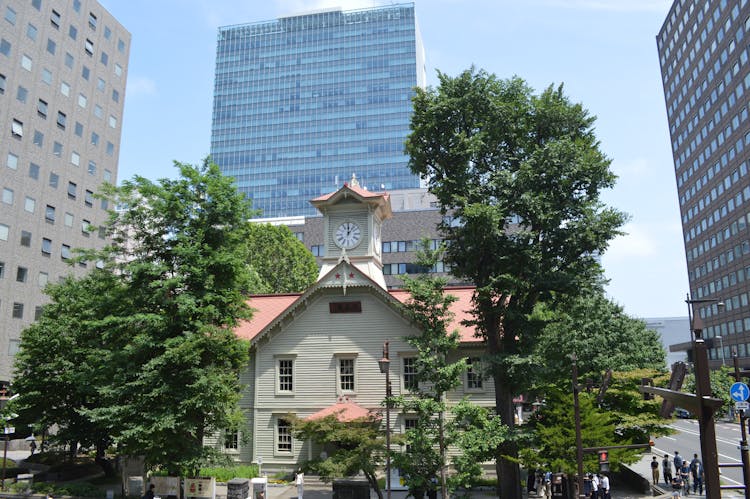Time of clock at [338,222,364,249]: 12:06
